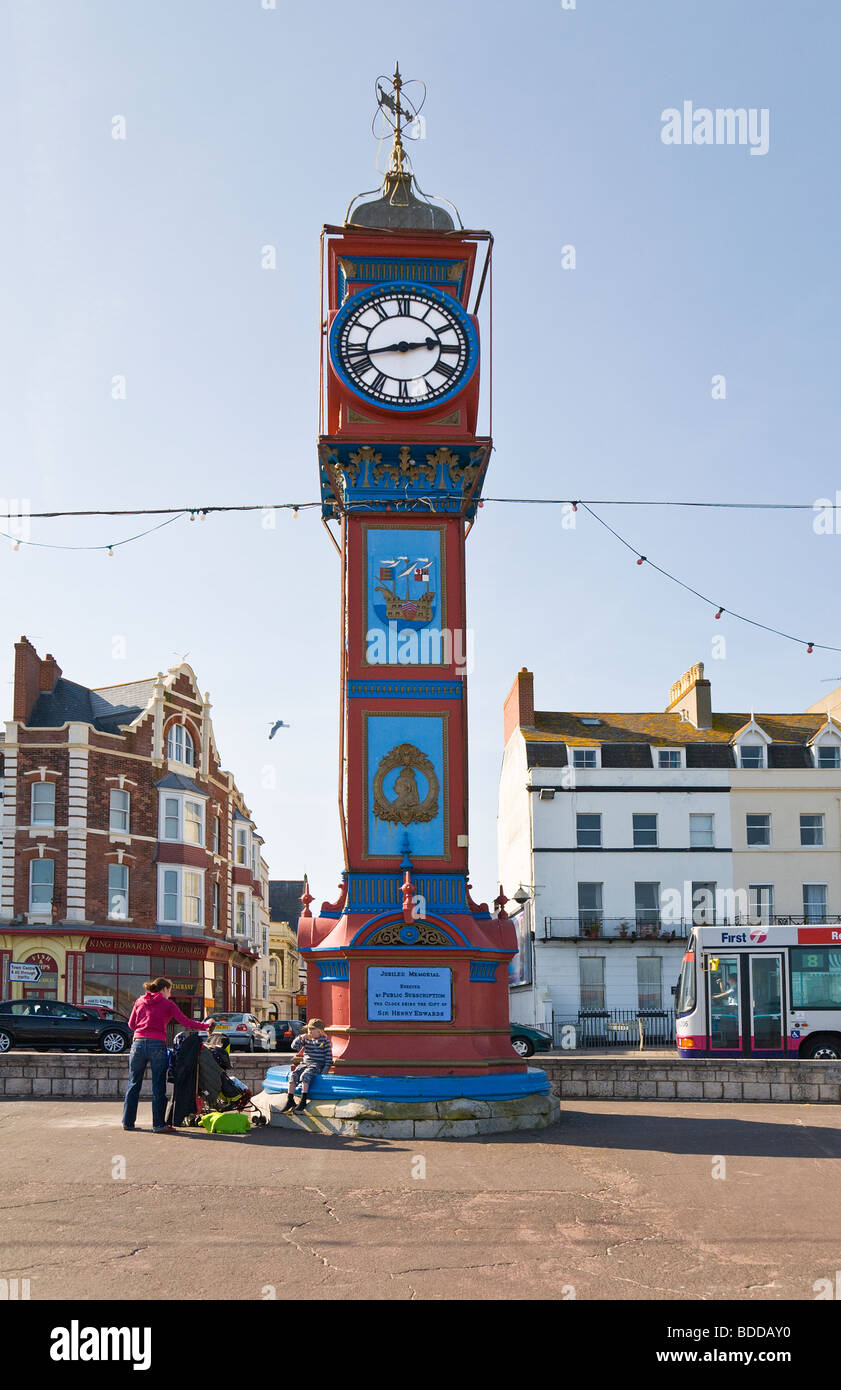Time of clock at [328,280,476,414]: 2:42
